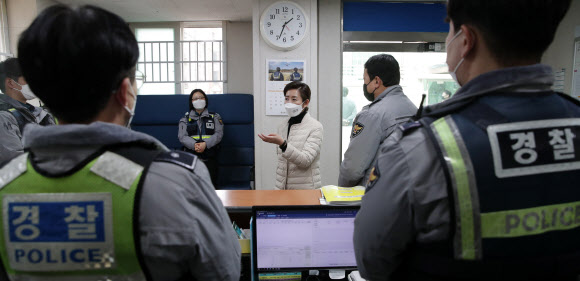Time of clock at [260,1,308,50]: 1:33
